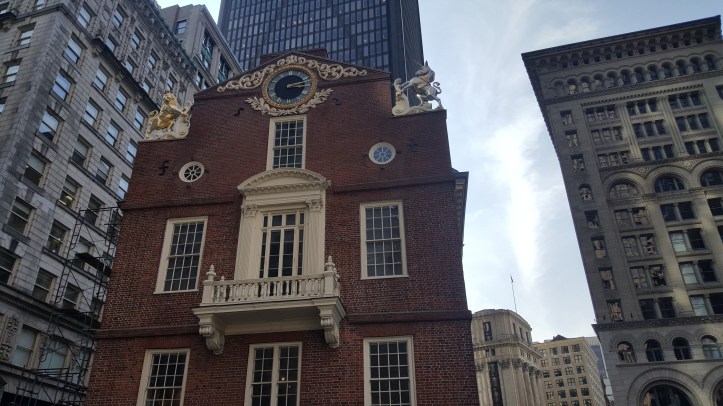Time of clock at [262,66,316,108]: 3:12
